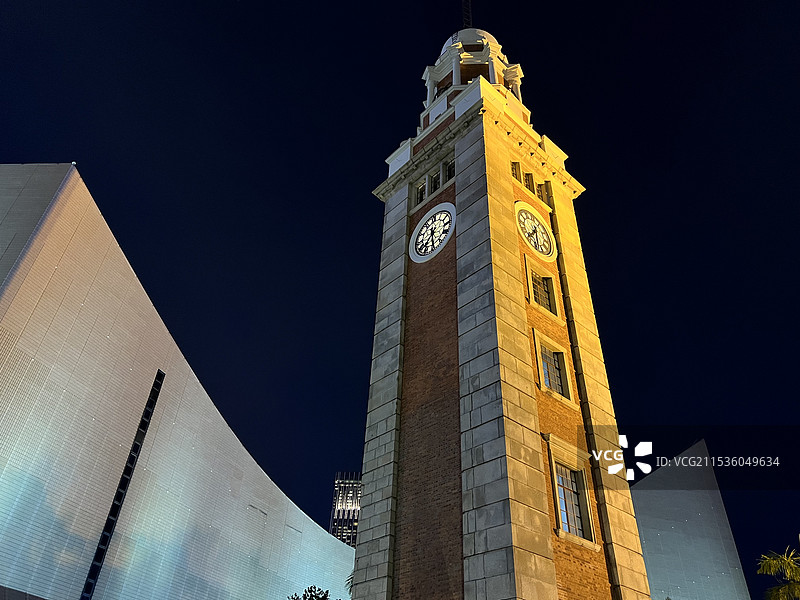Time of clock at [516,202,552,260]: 7:32
